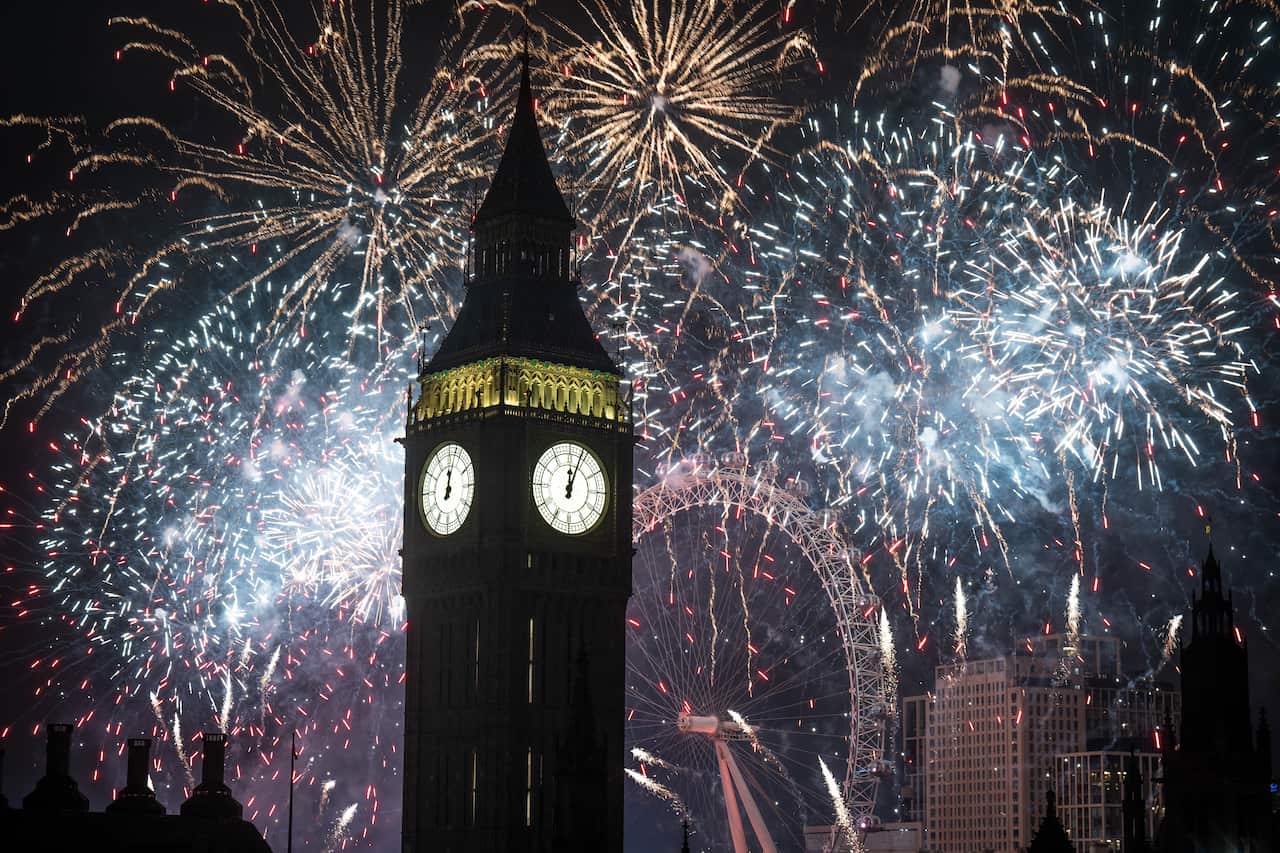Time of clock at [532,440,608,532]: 12:03
